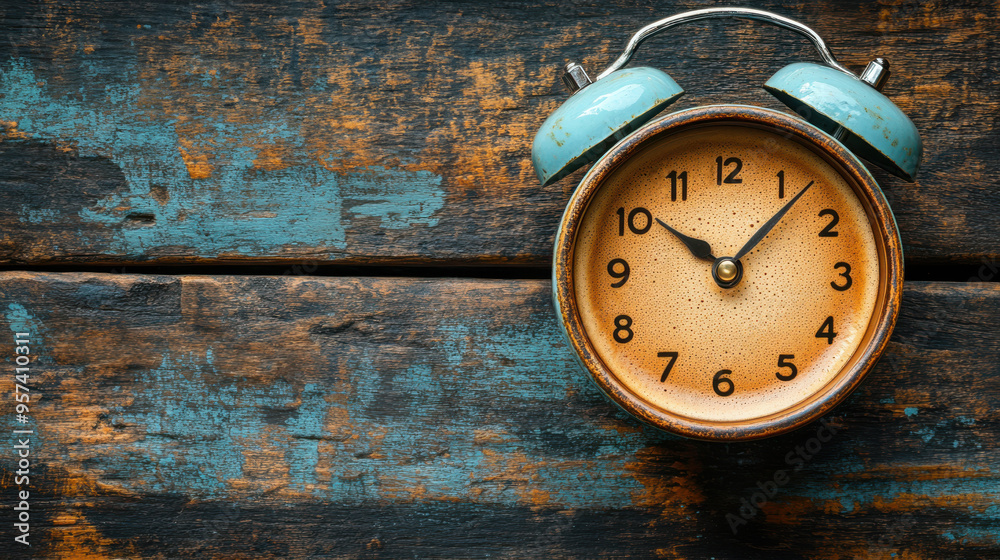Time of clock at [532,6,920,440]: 10:07
